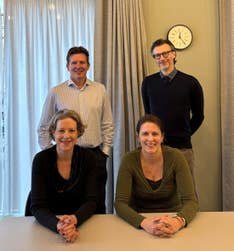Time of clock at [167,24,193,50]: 12:23
